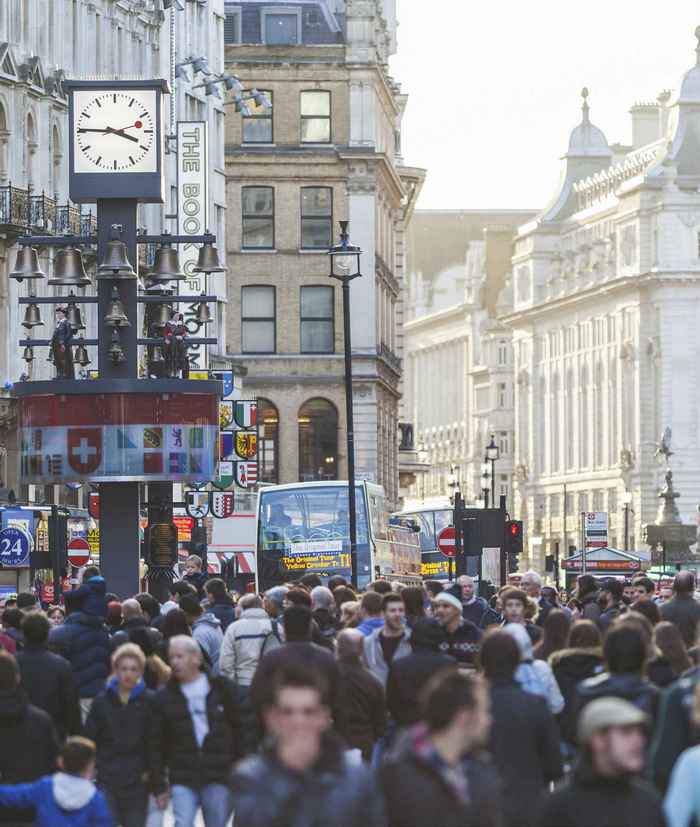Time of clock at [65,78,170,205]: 3:45
